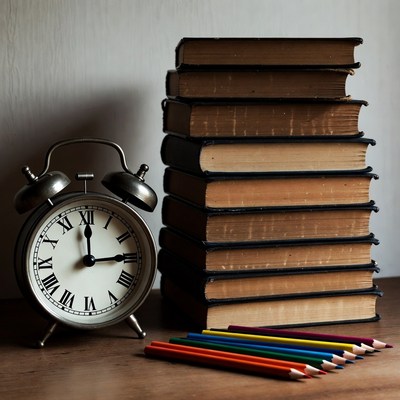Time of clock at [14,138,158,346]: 12:14
